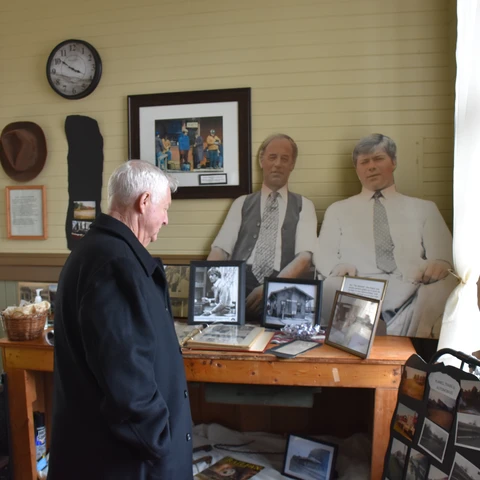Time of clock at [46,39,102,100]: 3:51
